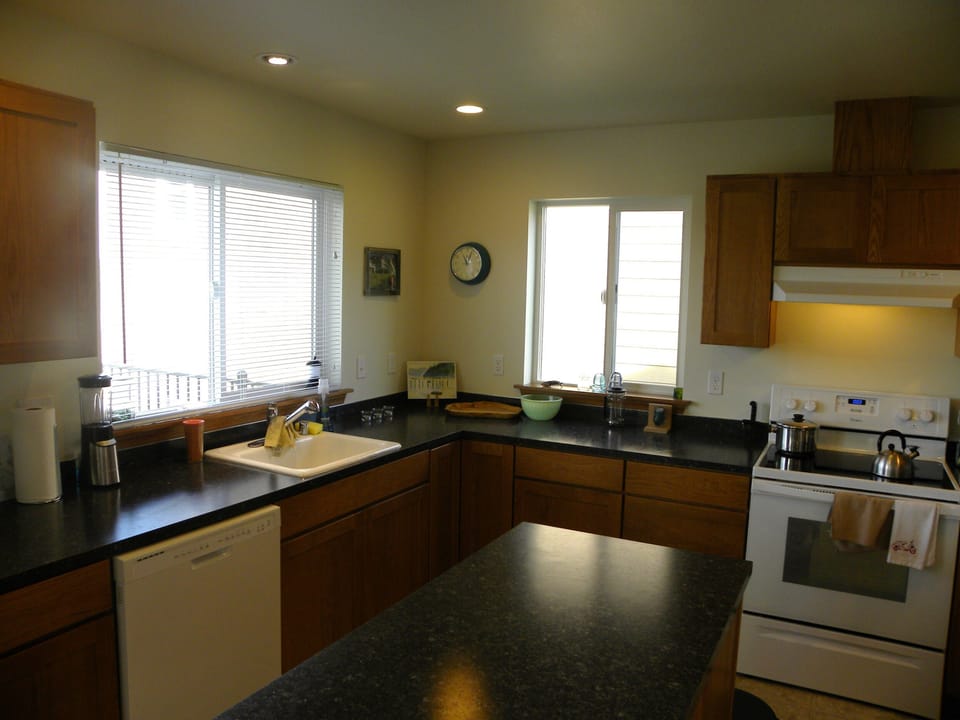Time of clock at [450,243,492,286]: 11:04
